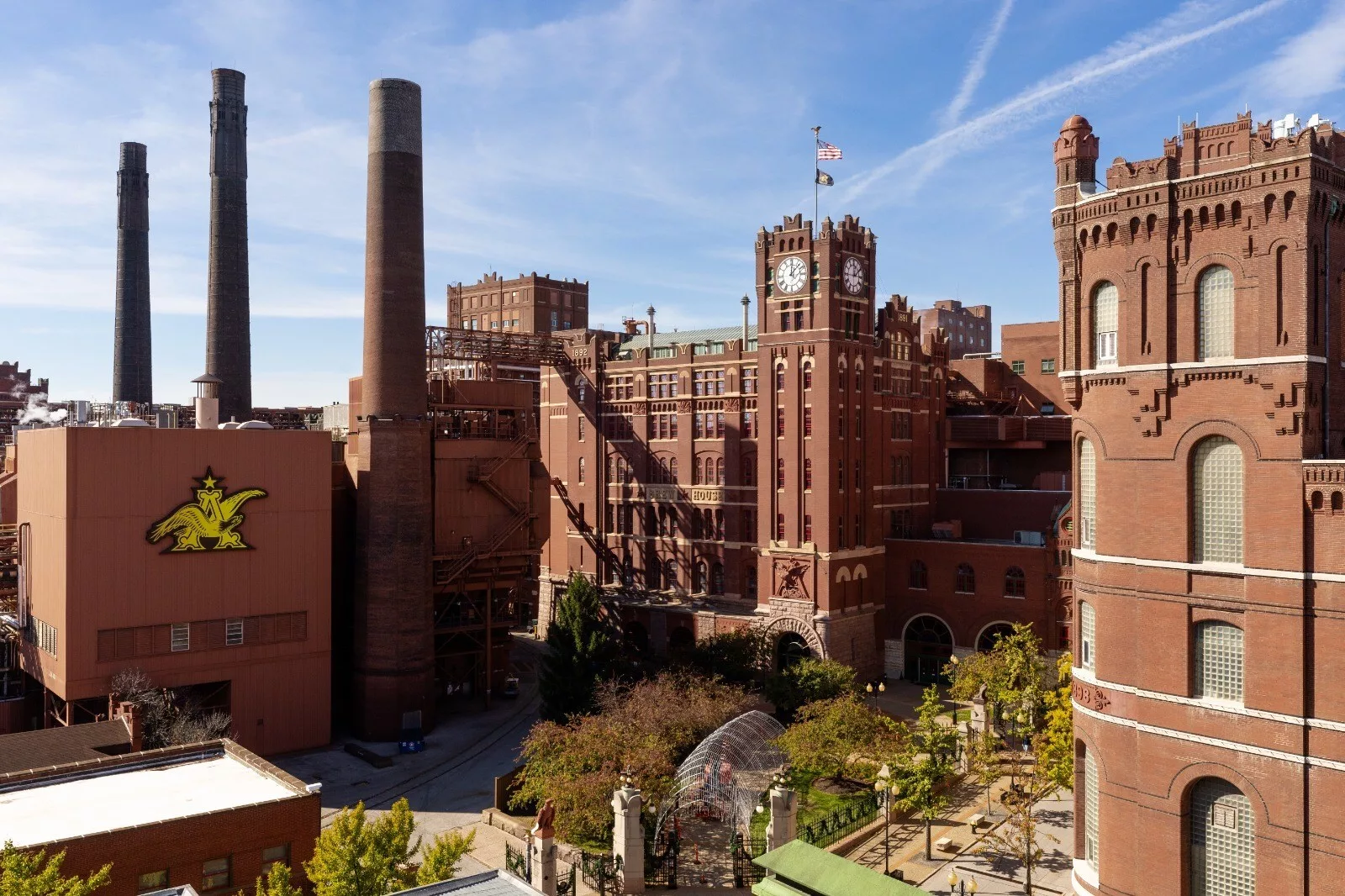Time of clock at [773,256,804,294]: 12:07
